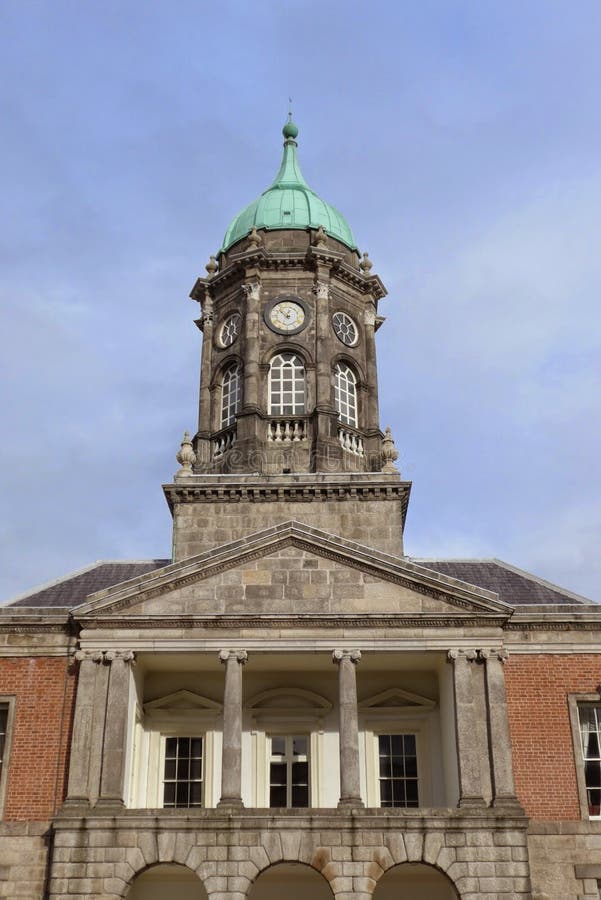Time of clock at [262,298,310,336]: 12:52
